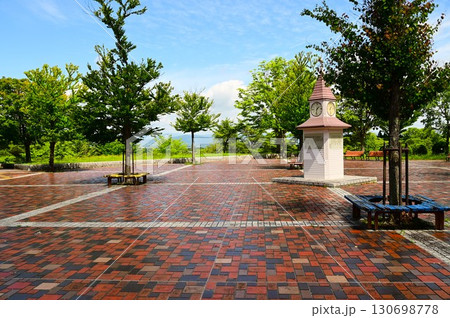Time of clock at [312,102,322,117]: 1:32
